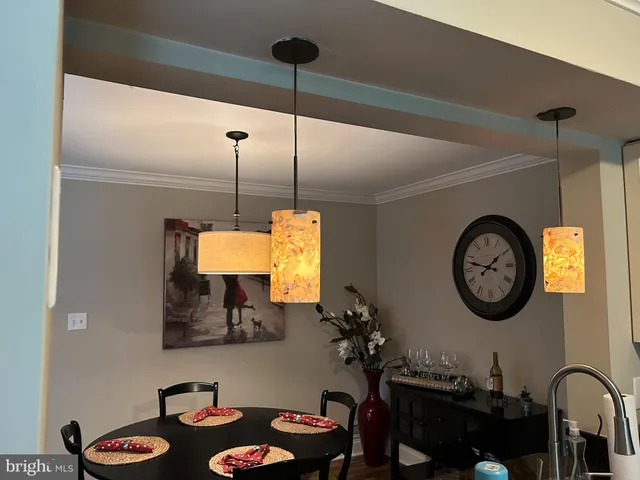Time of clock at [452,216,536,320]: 1:47
